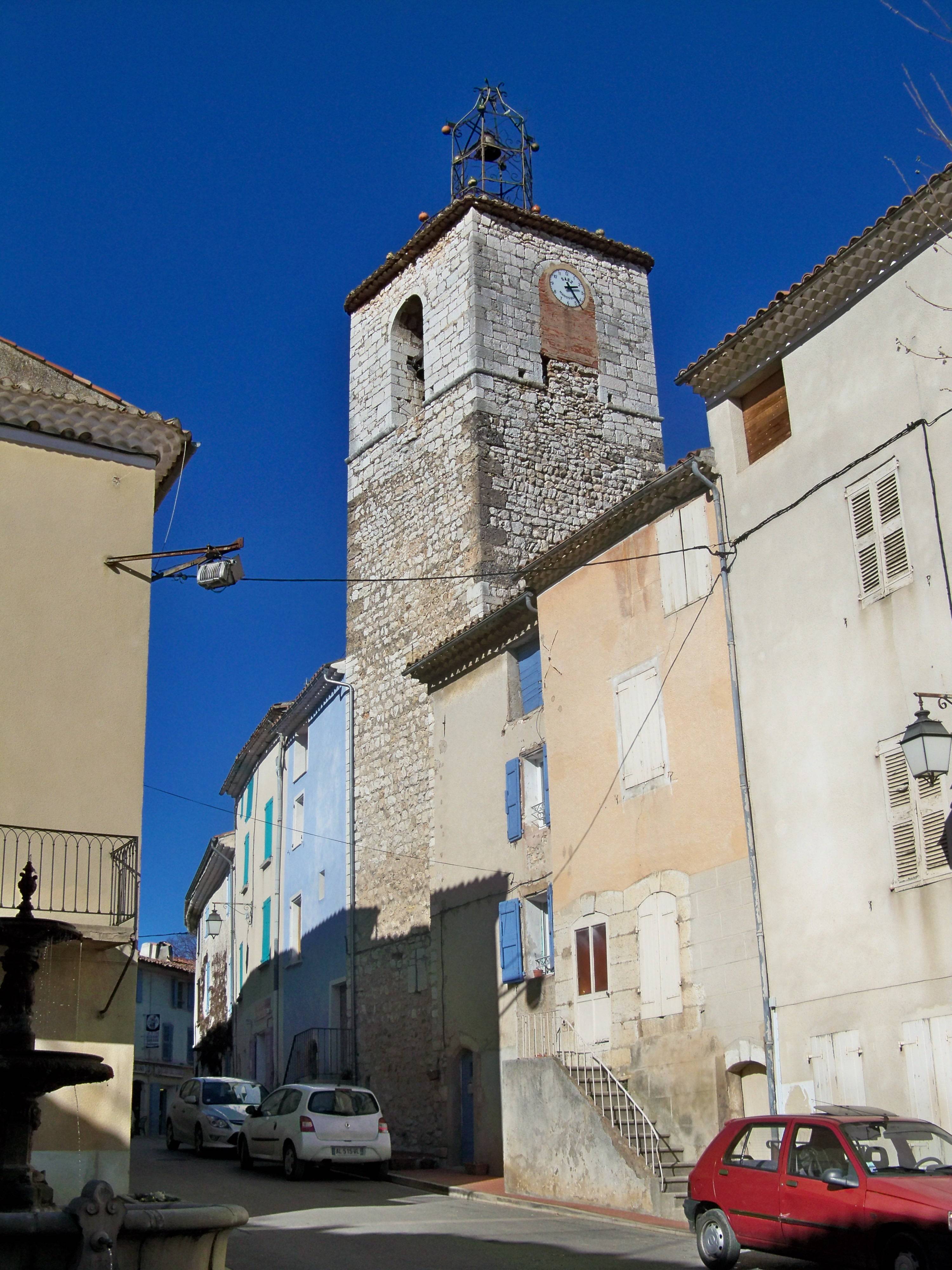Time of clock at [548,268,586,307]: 2:23
